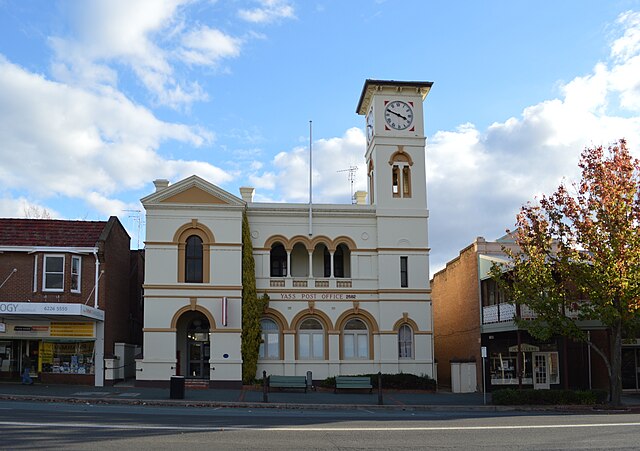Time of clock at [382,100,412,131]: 3:48
